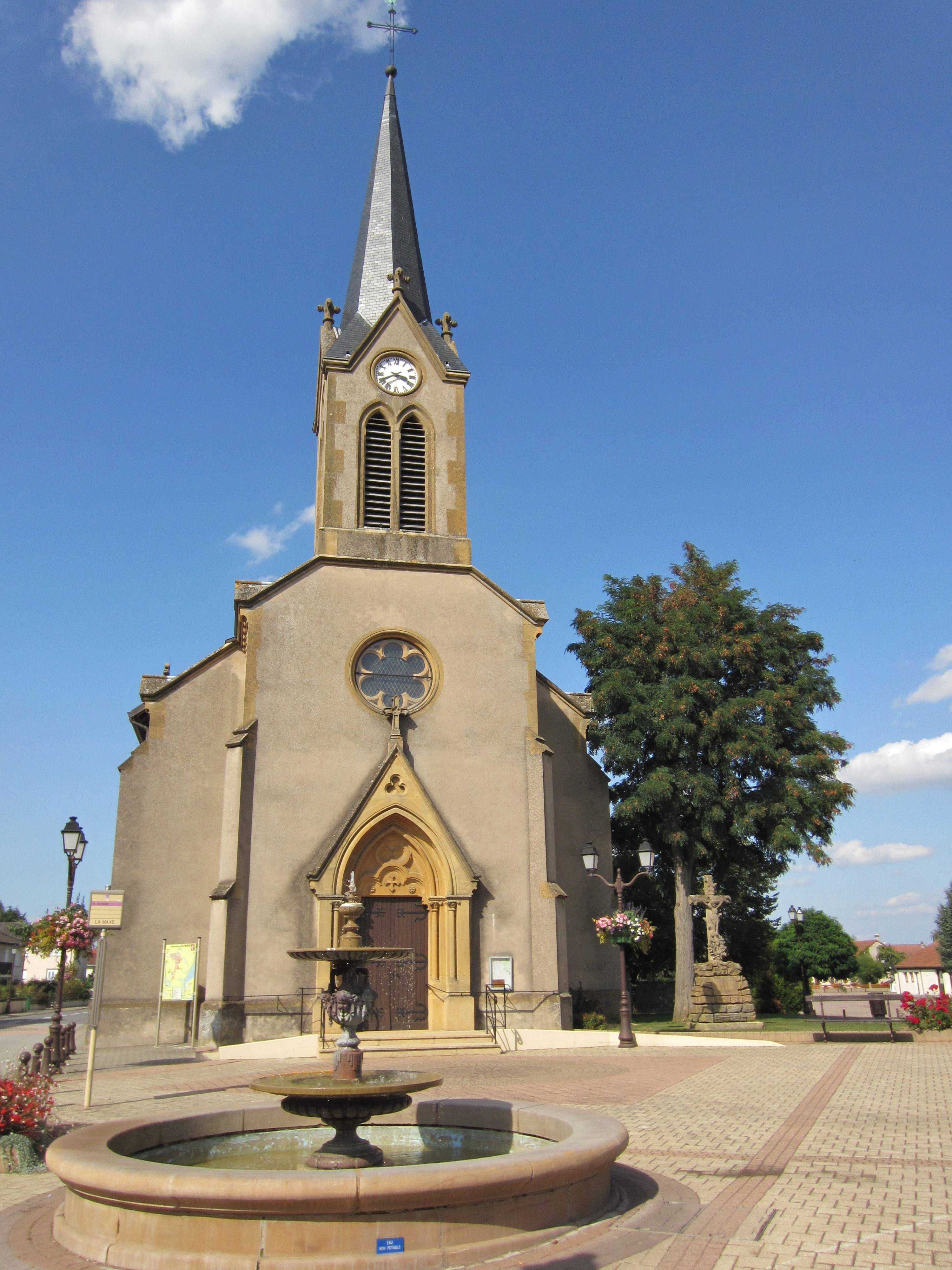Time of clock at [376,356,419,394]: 3:40
